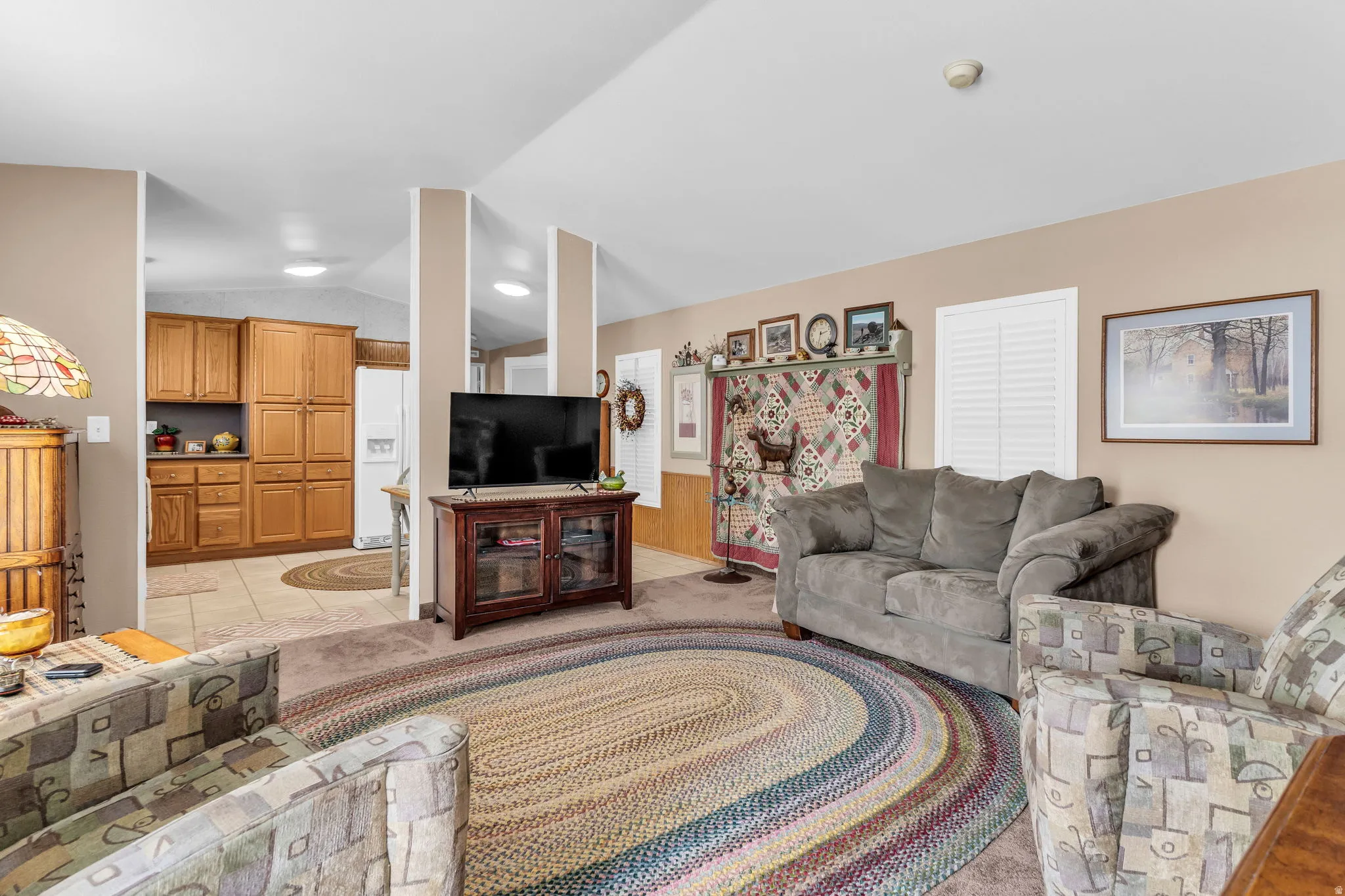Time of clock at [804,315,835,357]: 2:32
